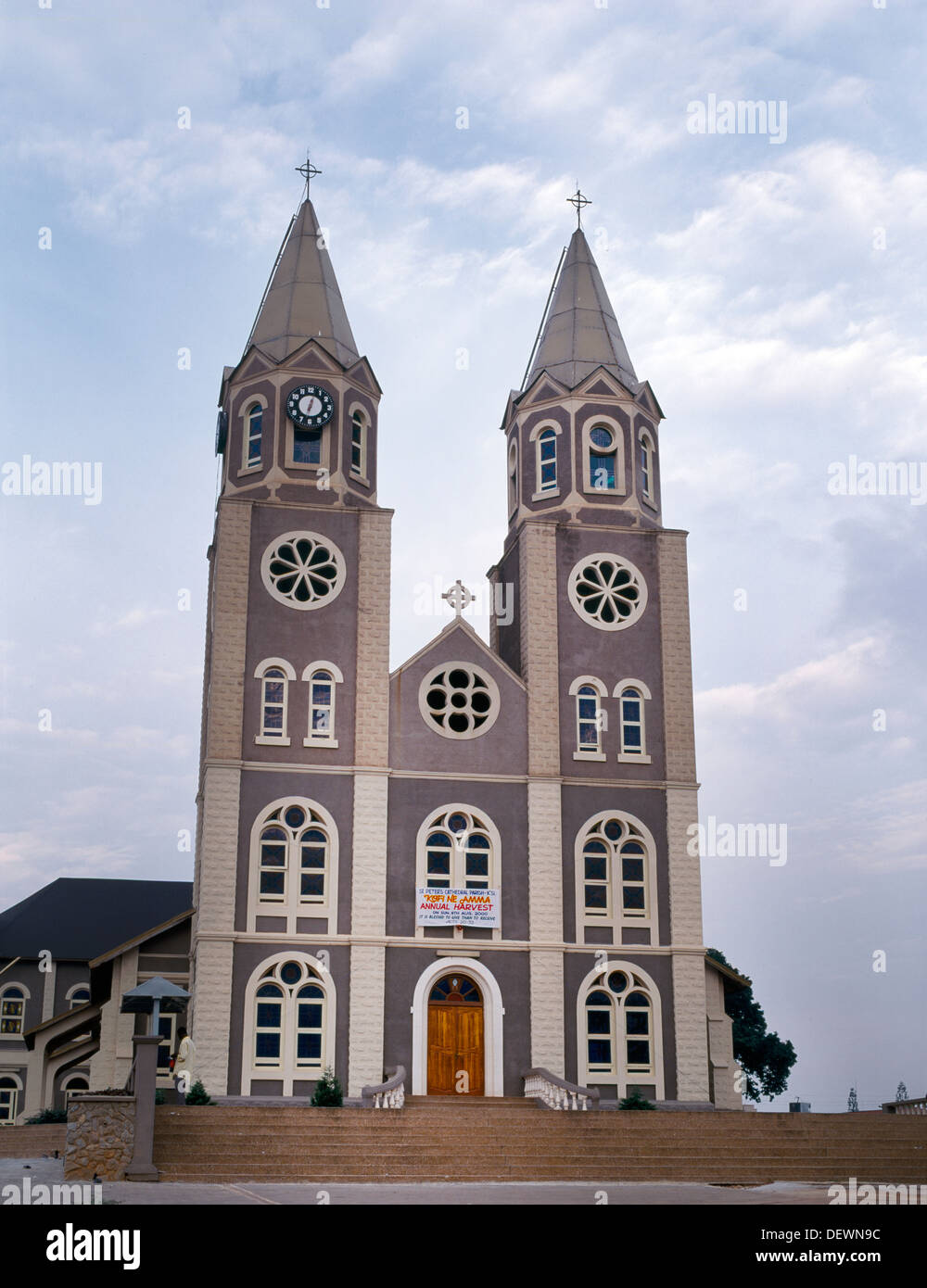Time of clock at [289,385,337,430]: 12:32
